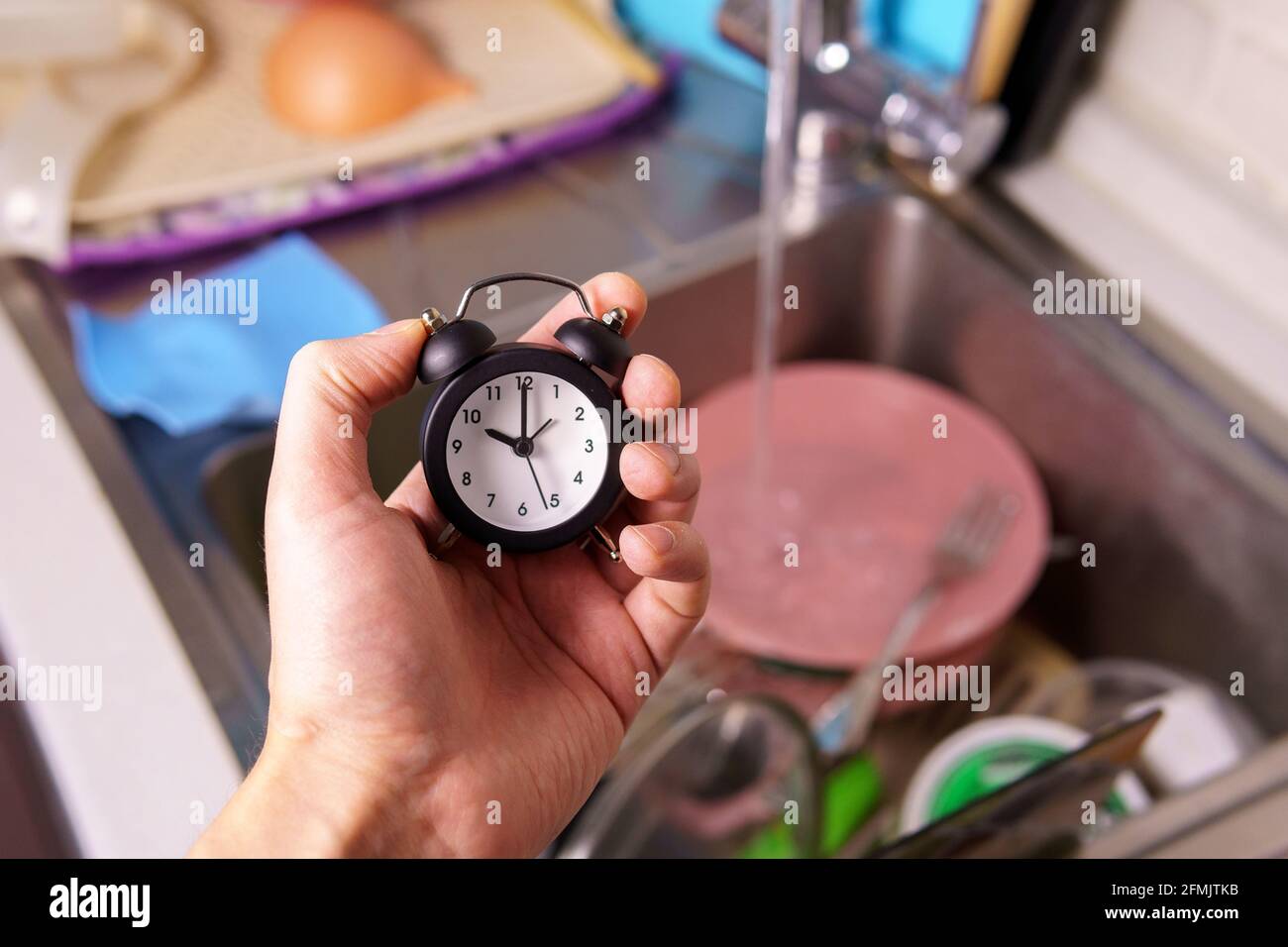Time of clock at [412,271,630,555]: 10:00
